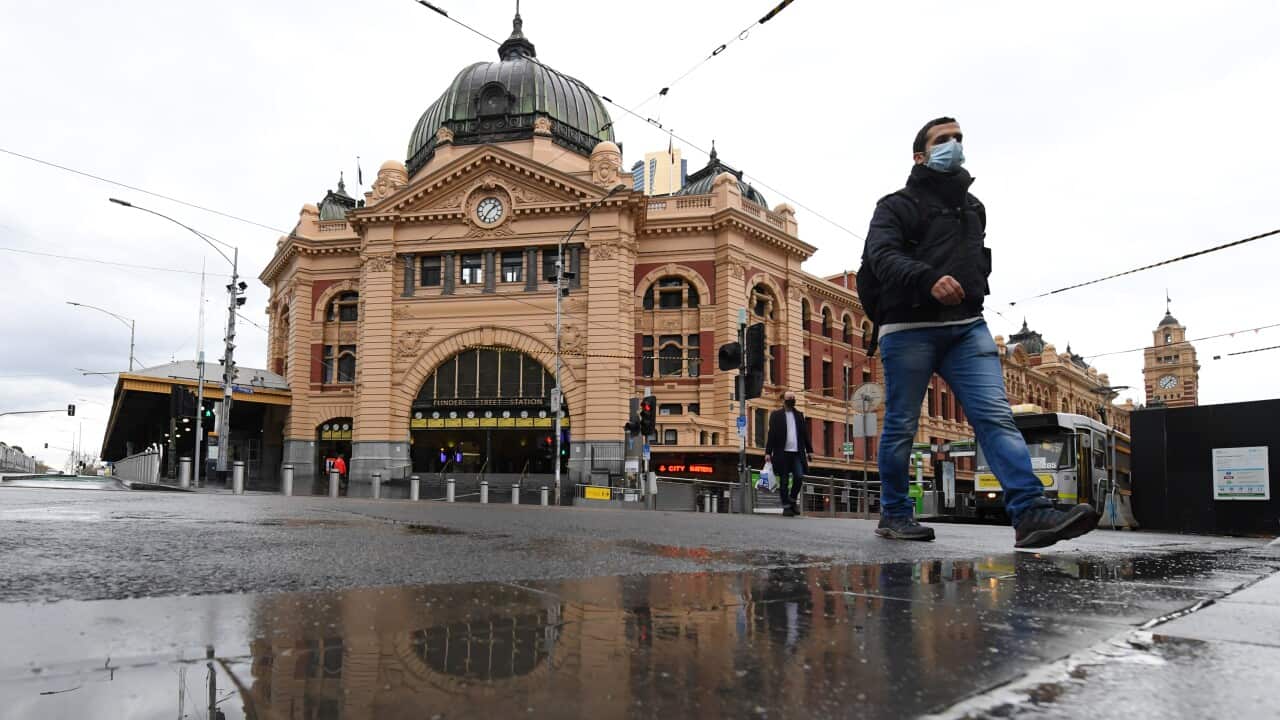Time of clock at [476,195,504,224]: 1:36
